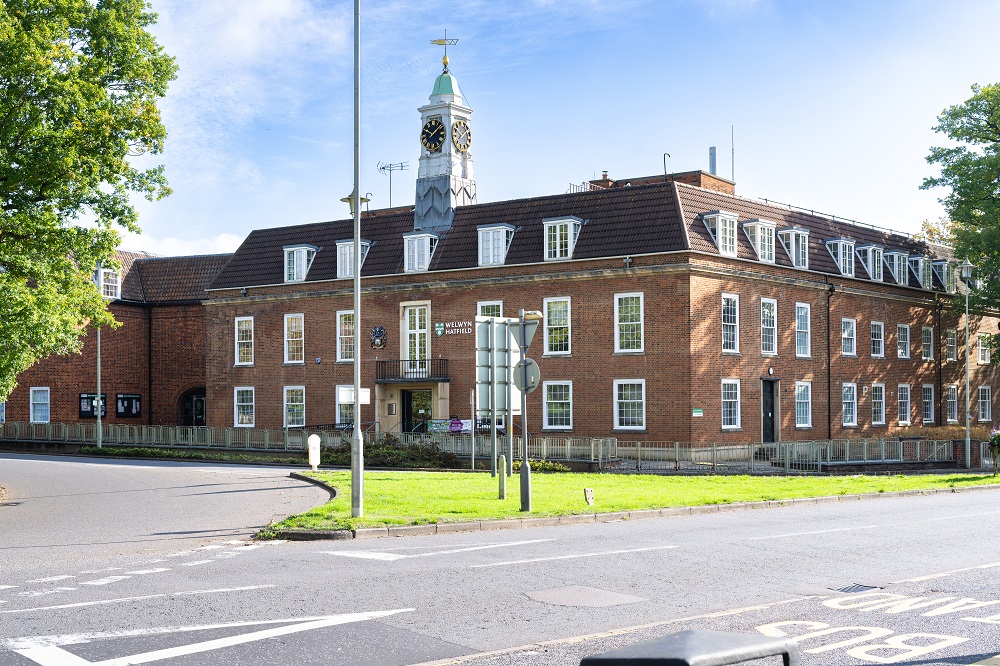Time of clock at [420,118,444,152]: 10:07
